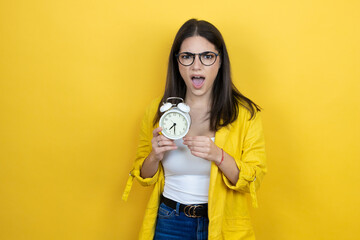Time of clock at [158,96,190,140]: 7:30
